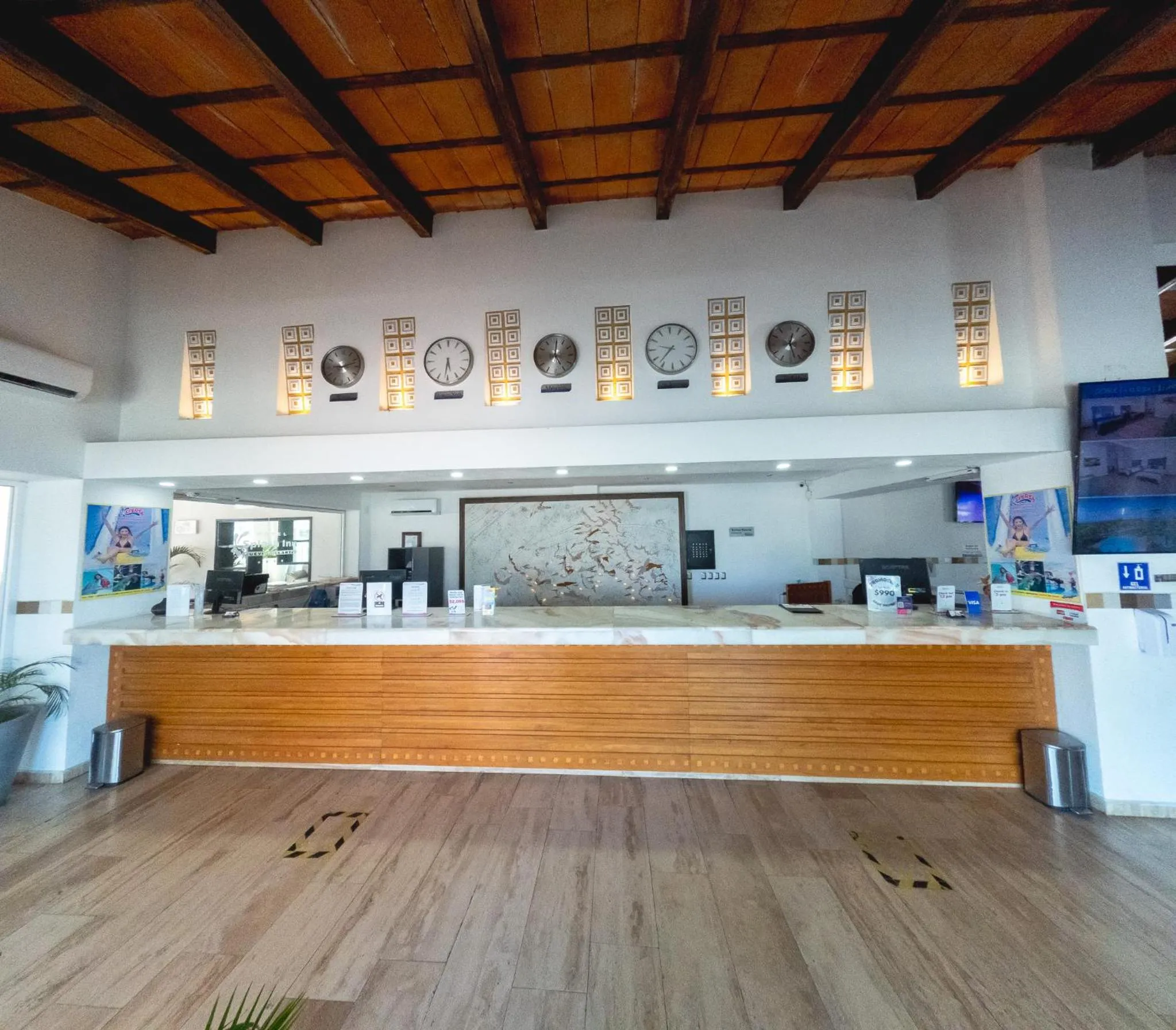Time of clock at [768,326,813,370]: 12:27
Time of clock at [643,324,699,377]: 9:36
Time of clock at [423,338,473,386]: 5:31
